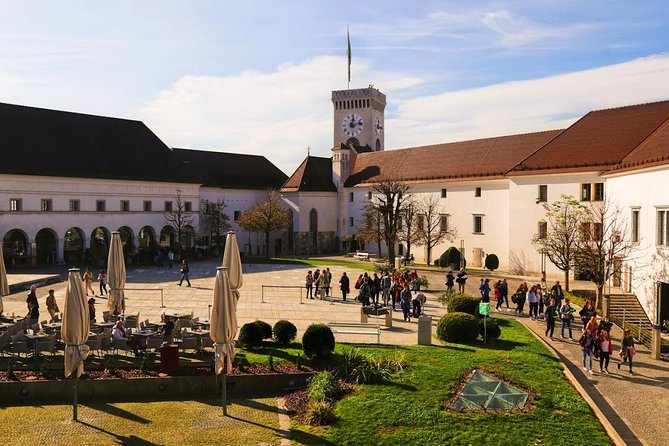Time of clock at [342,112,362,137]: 12:12
